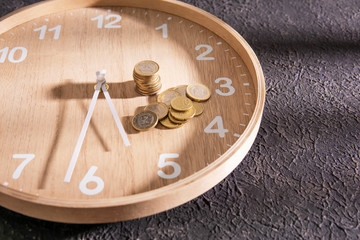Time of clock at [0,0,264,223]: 5:31
